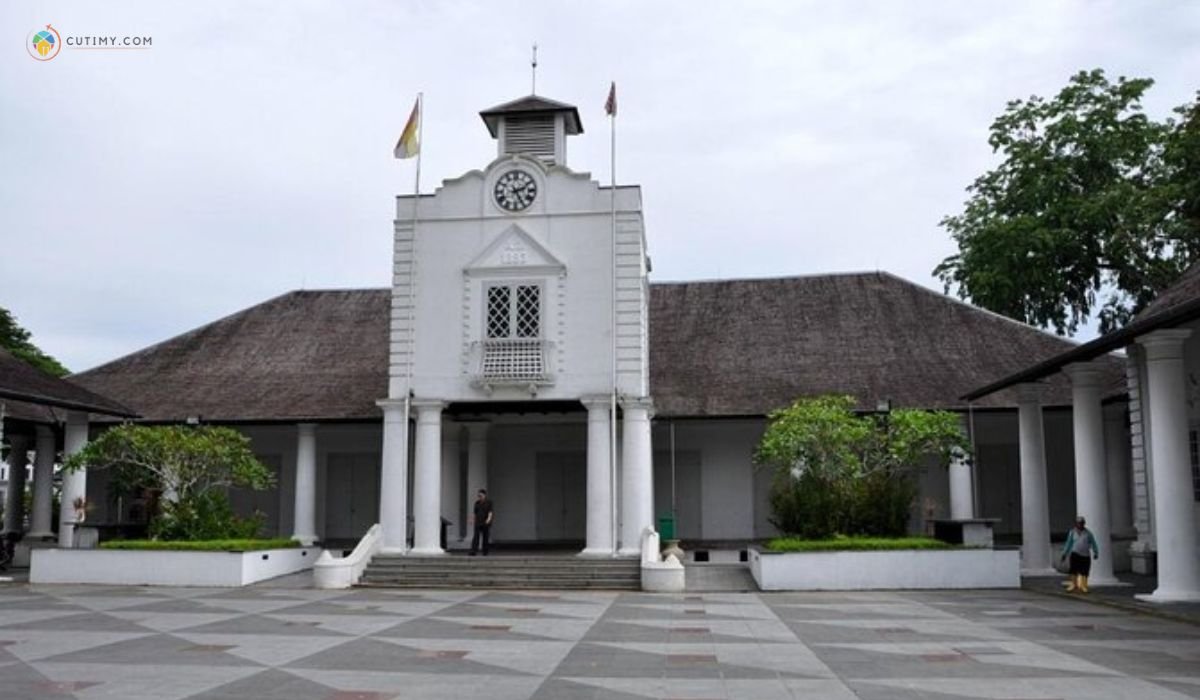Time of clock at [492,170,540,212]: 2:25
